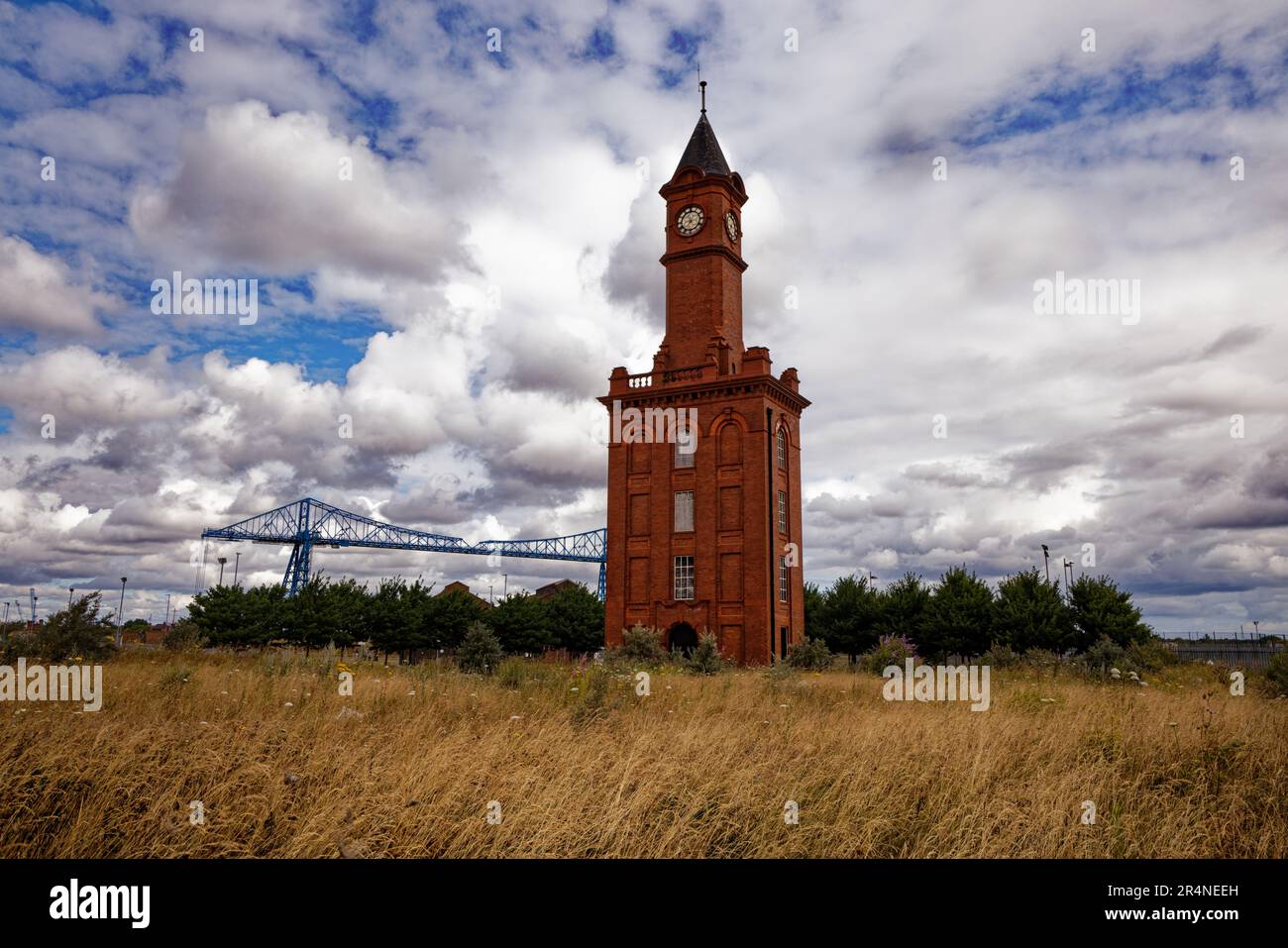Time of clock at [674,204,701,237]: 6:56
